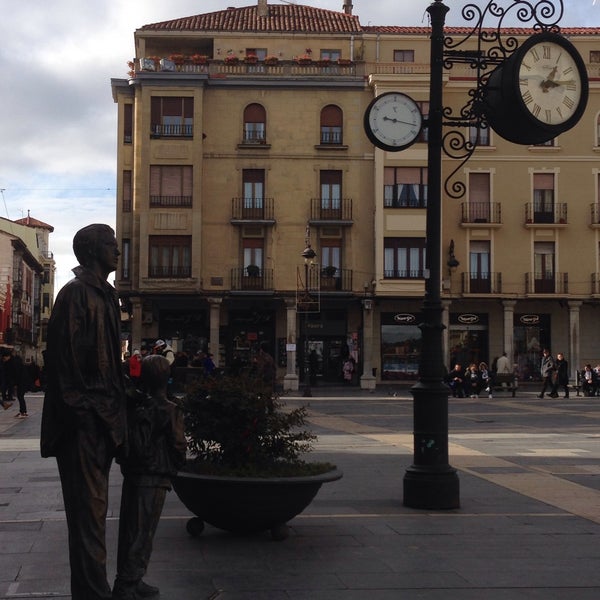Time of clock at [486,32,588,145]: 1:13
